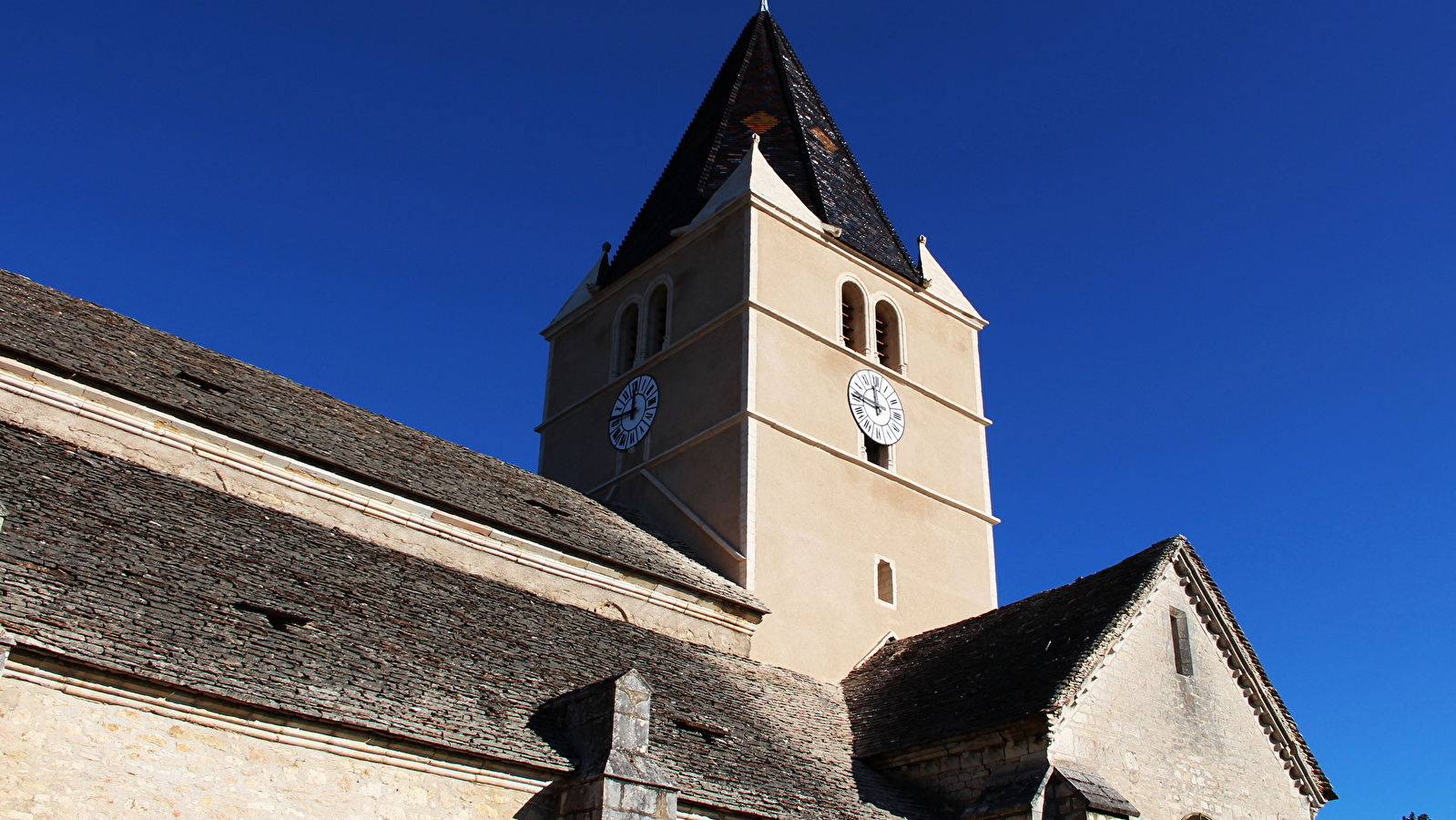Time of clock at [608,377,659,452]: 11:46
